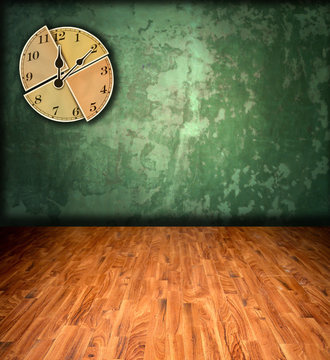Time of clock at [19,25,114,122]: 12:09
